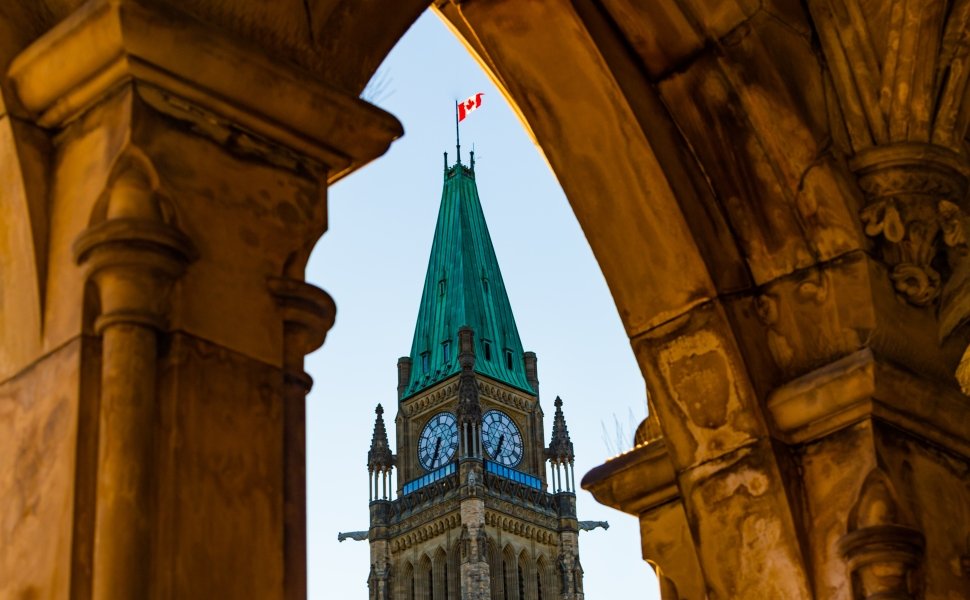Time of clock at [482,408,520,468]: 6:34
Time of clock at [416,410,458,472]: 6:34
